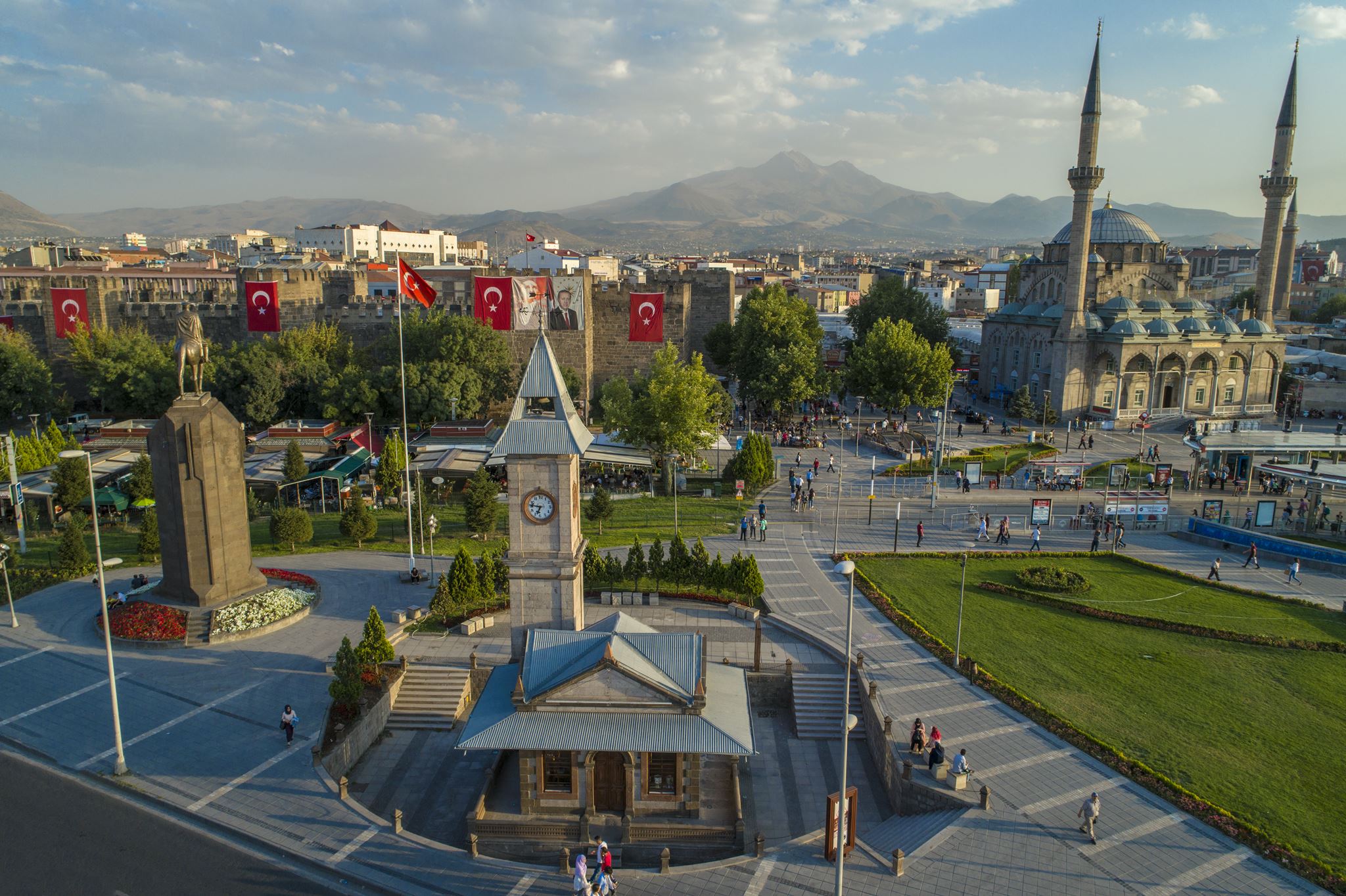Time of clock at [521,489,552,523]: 6:46
